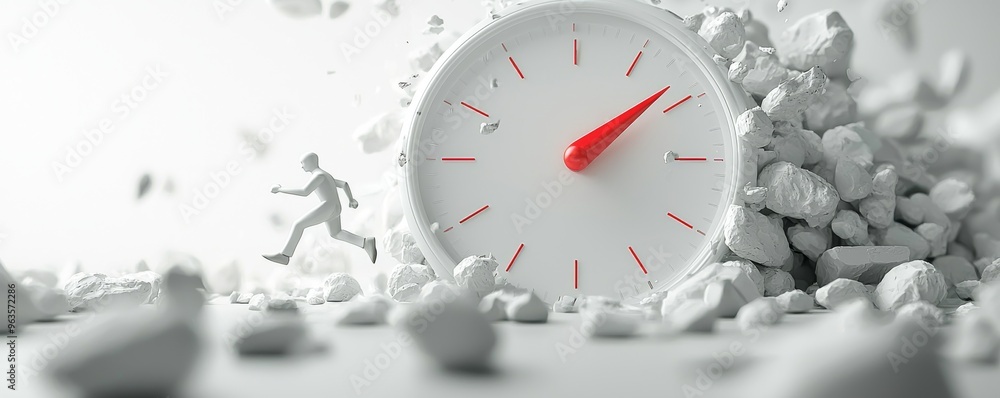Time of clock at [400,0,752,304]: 2:09
